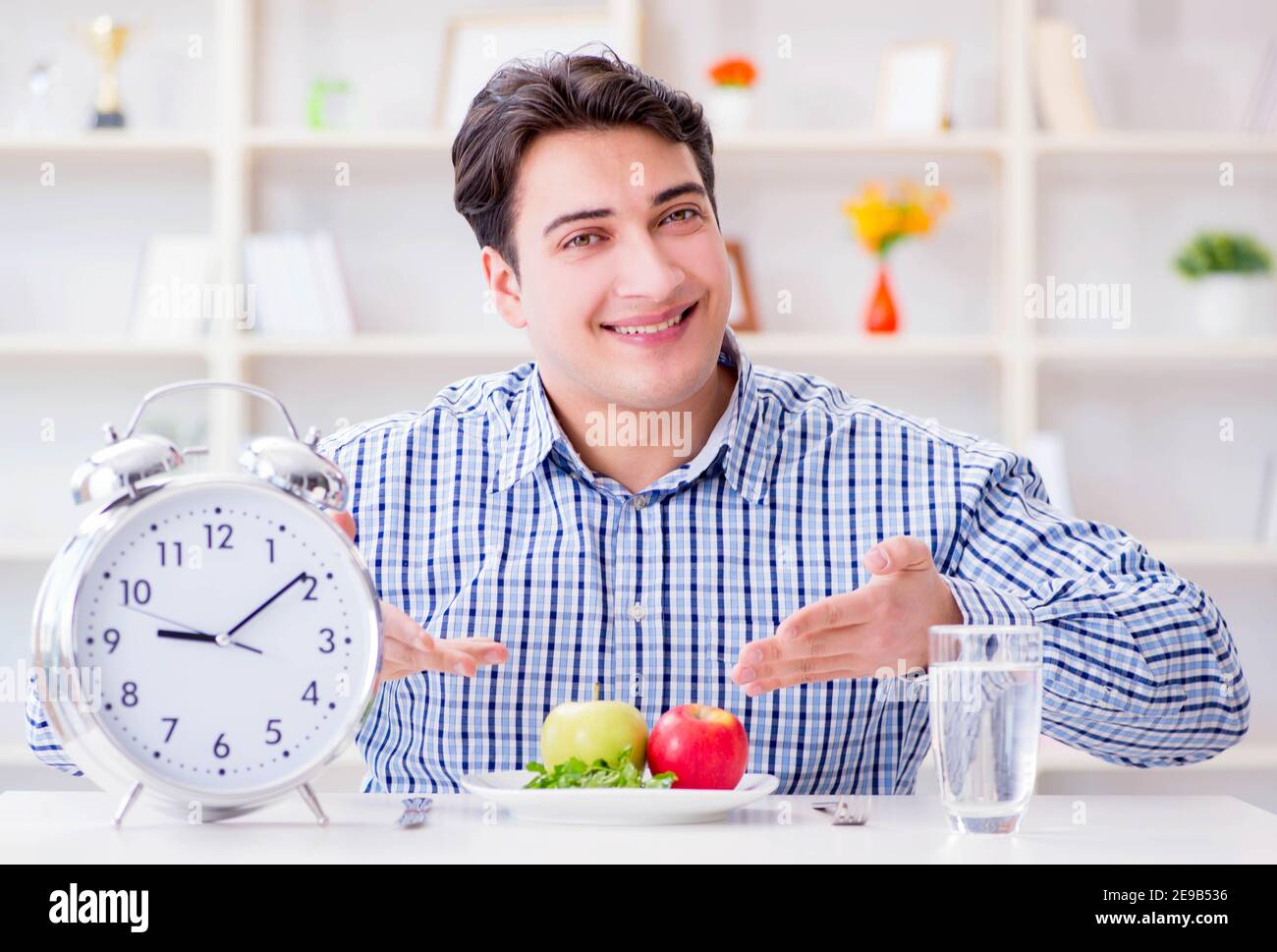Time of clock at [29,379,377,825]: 9:09
